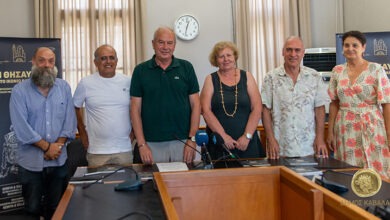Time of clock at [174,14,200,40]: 12:32
